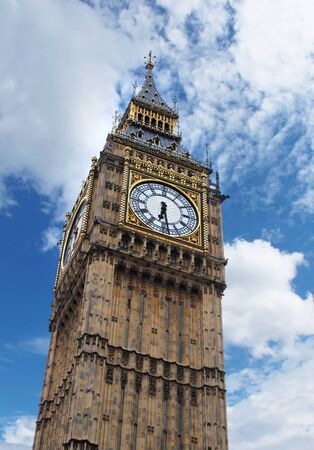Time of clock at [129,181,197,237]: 6:28
